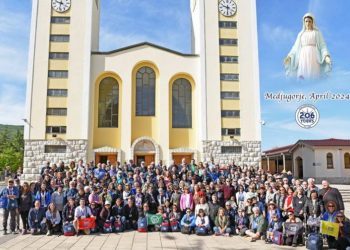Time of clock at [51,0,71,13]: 9:32
